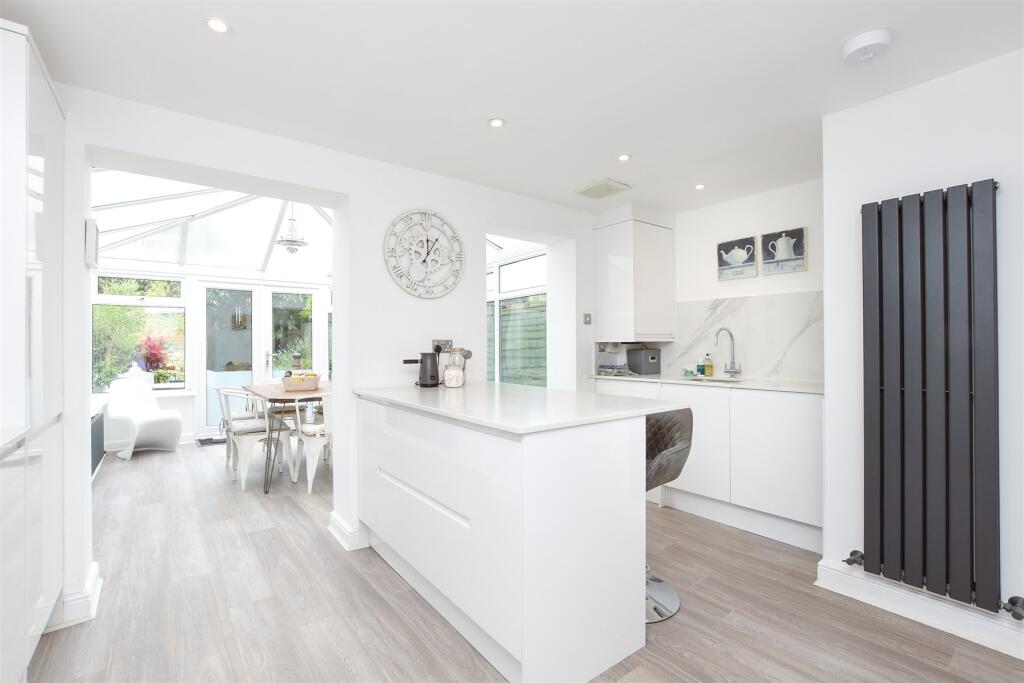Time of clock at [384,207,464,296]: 12:06
